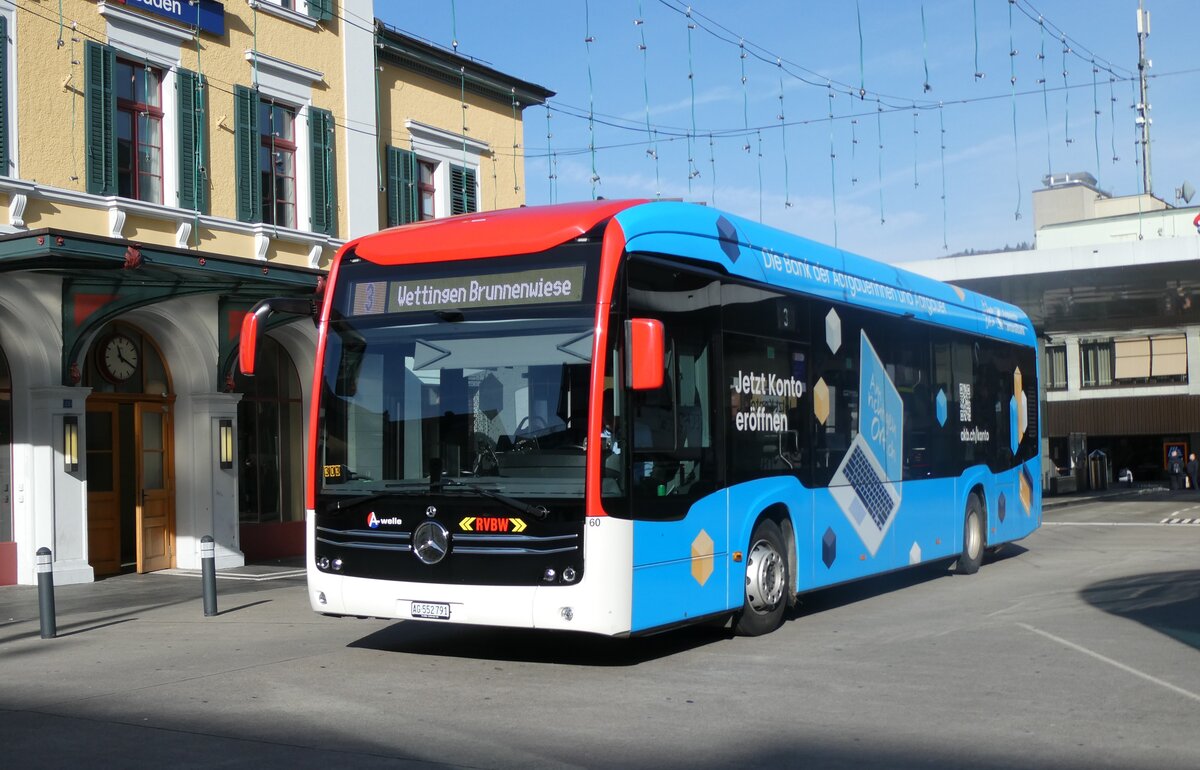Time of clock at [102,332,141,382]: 11:19
